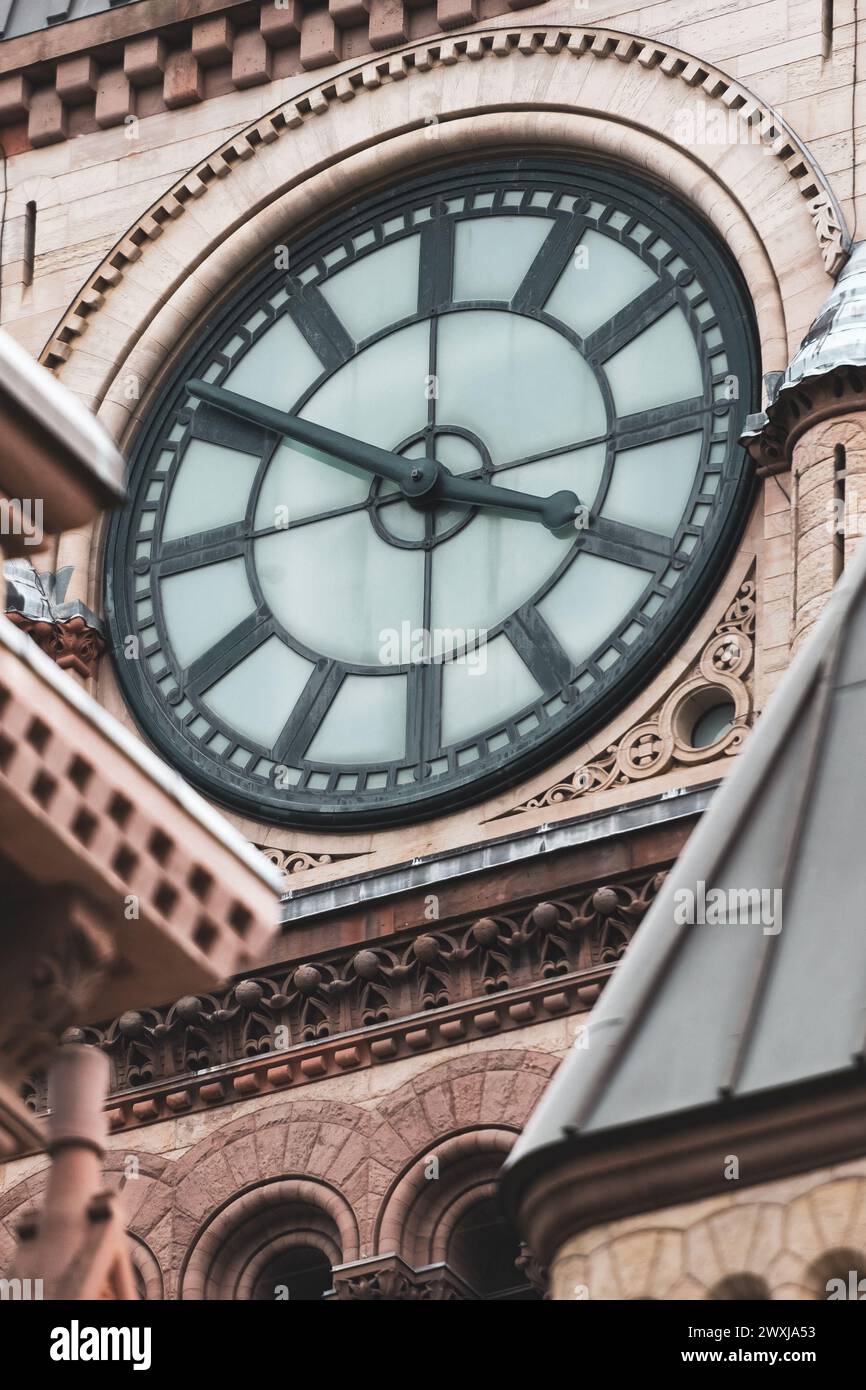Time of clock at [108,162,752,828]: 3:50
